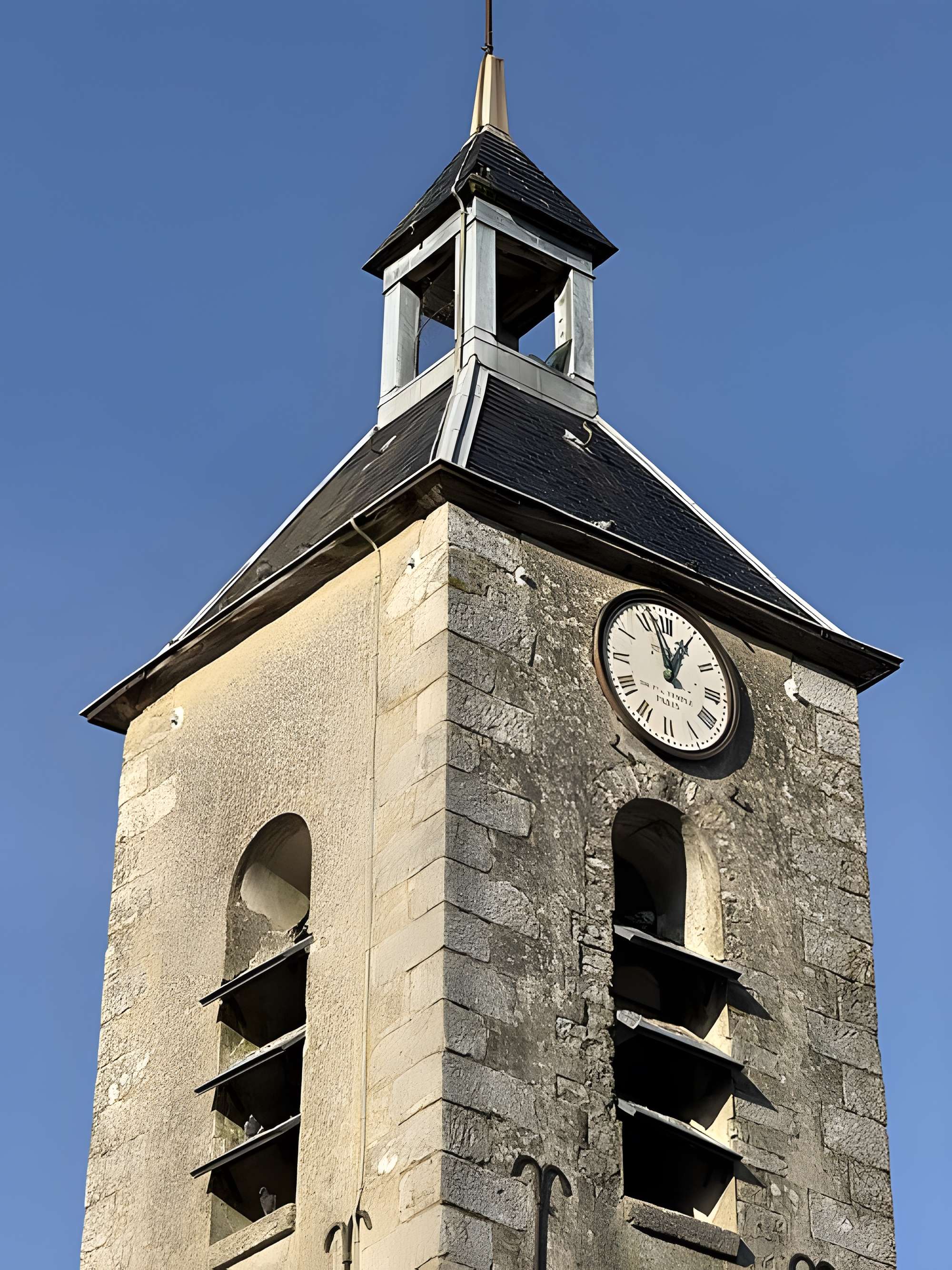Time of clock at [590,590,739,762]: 12:57
